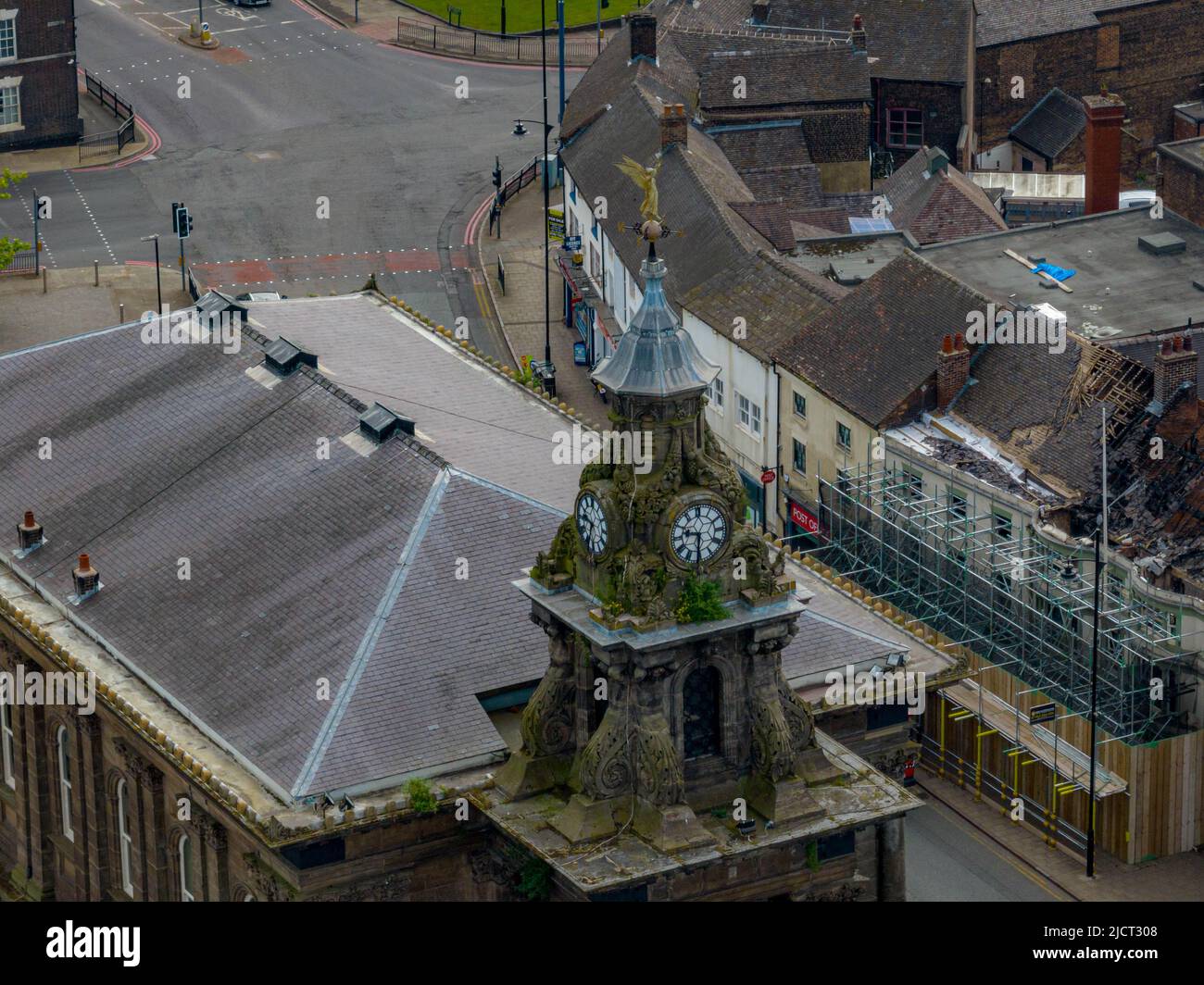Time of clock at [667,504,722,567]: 9:31
